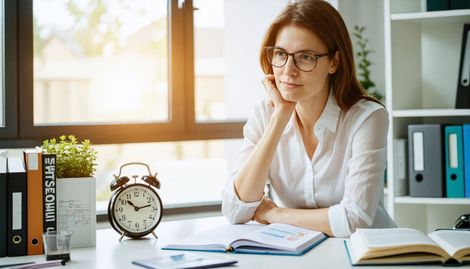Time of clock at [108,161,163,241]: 10:12
